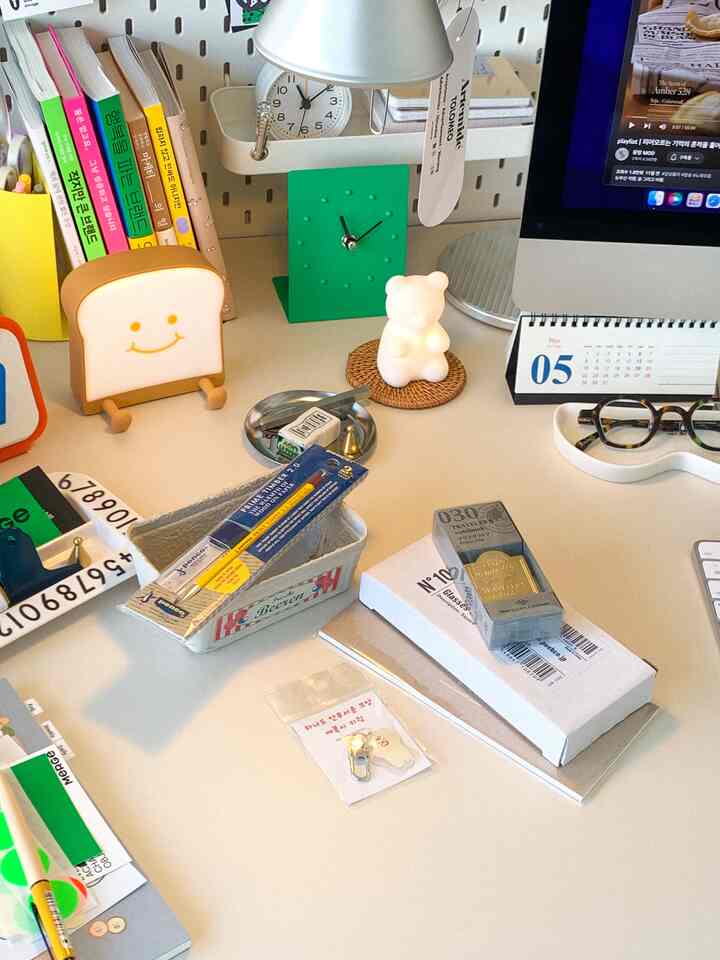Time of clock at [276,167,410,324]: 11:10
